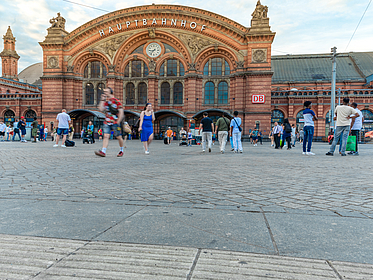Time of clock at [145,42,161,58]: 8:36
